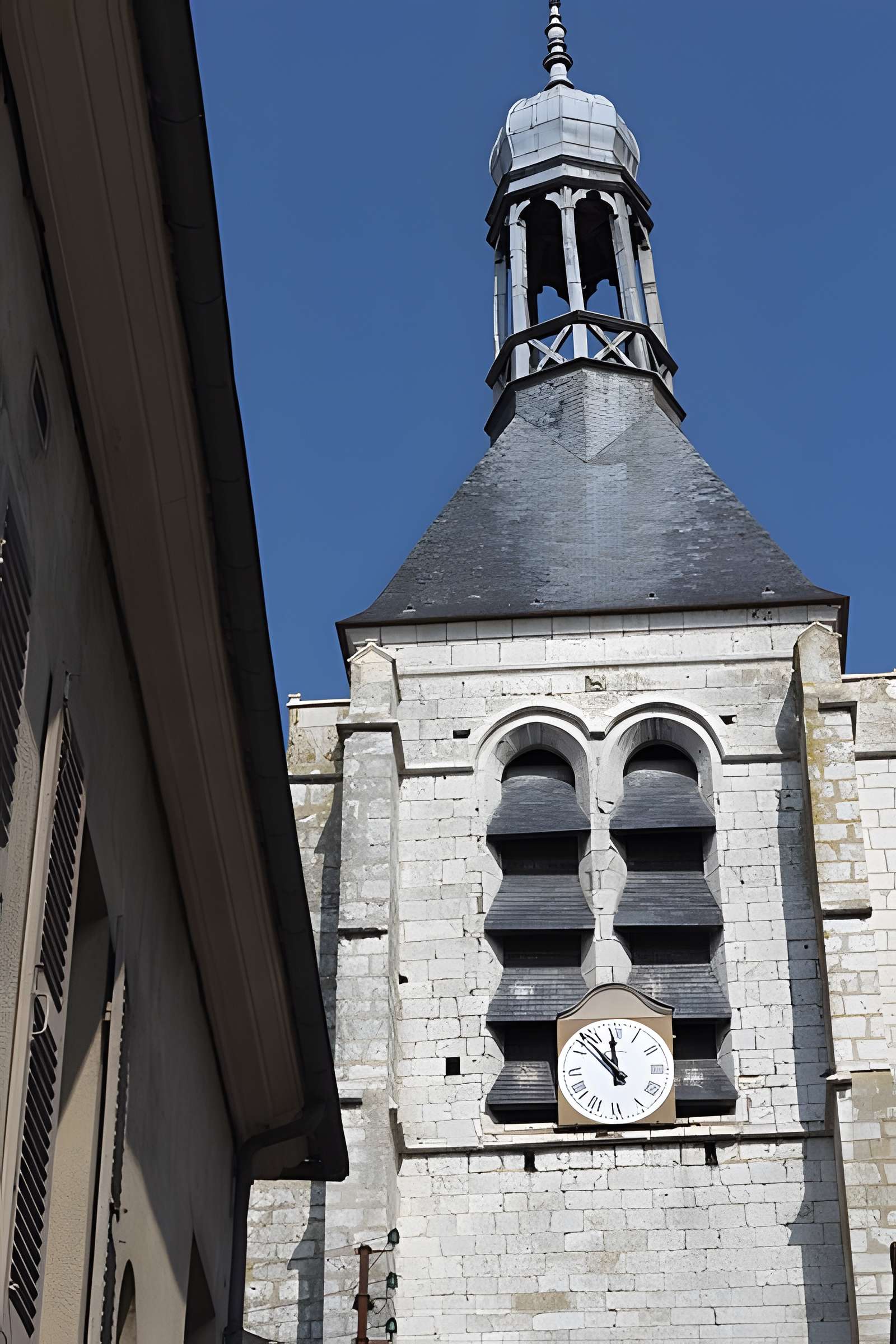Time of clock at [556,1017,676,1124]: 11:52
